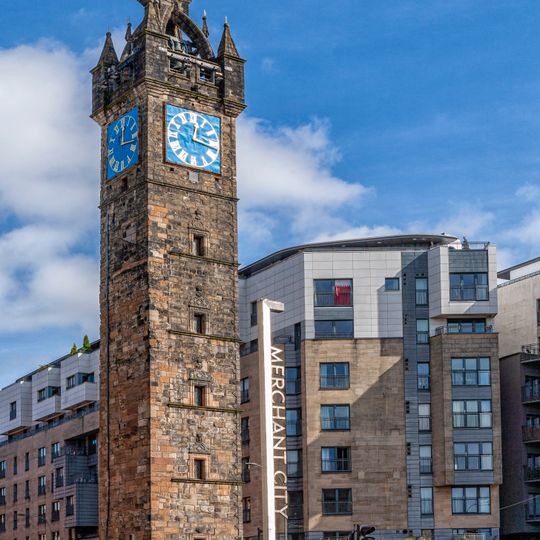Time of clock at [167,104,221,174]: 12:16
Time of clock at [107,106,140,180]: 12:16
